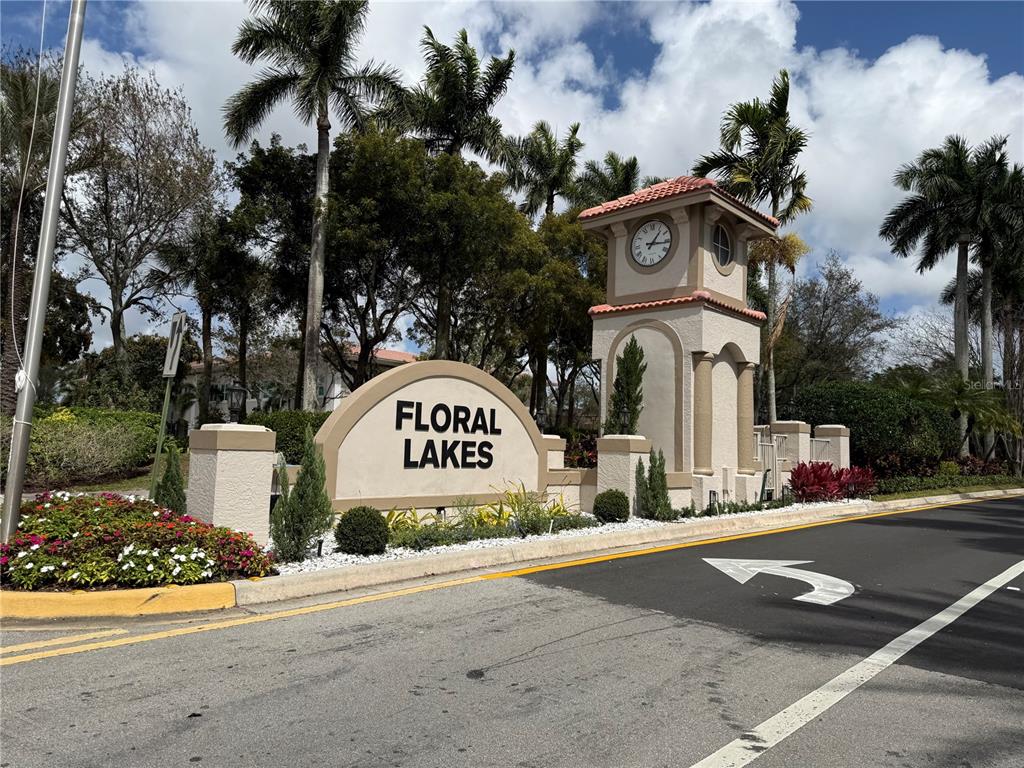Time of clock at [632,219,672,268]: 1:16
